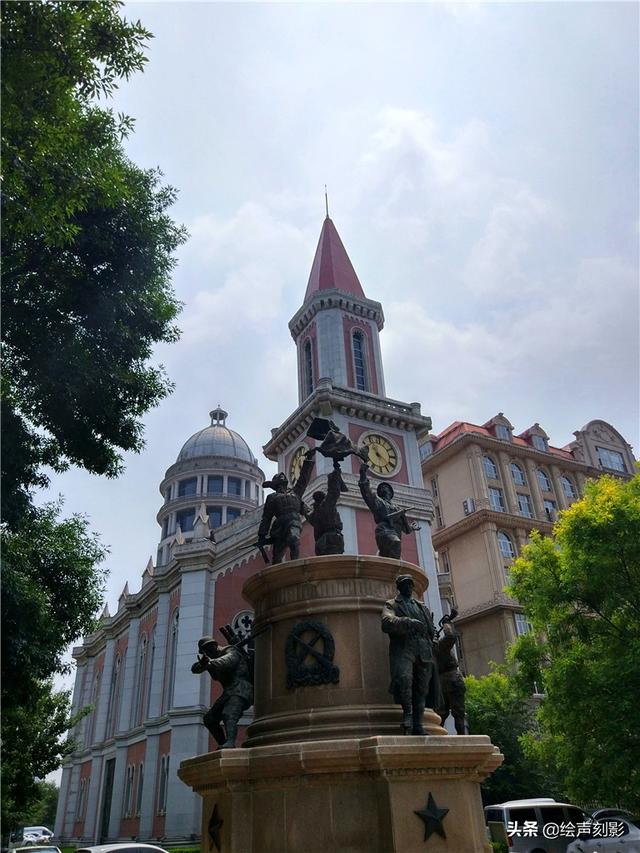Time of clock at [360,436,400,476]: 11:21
